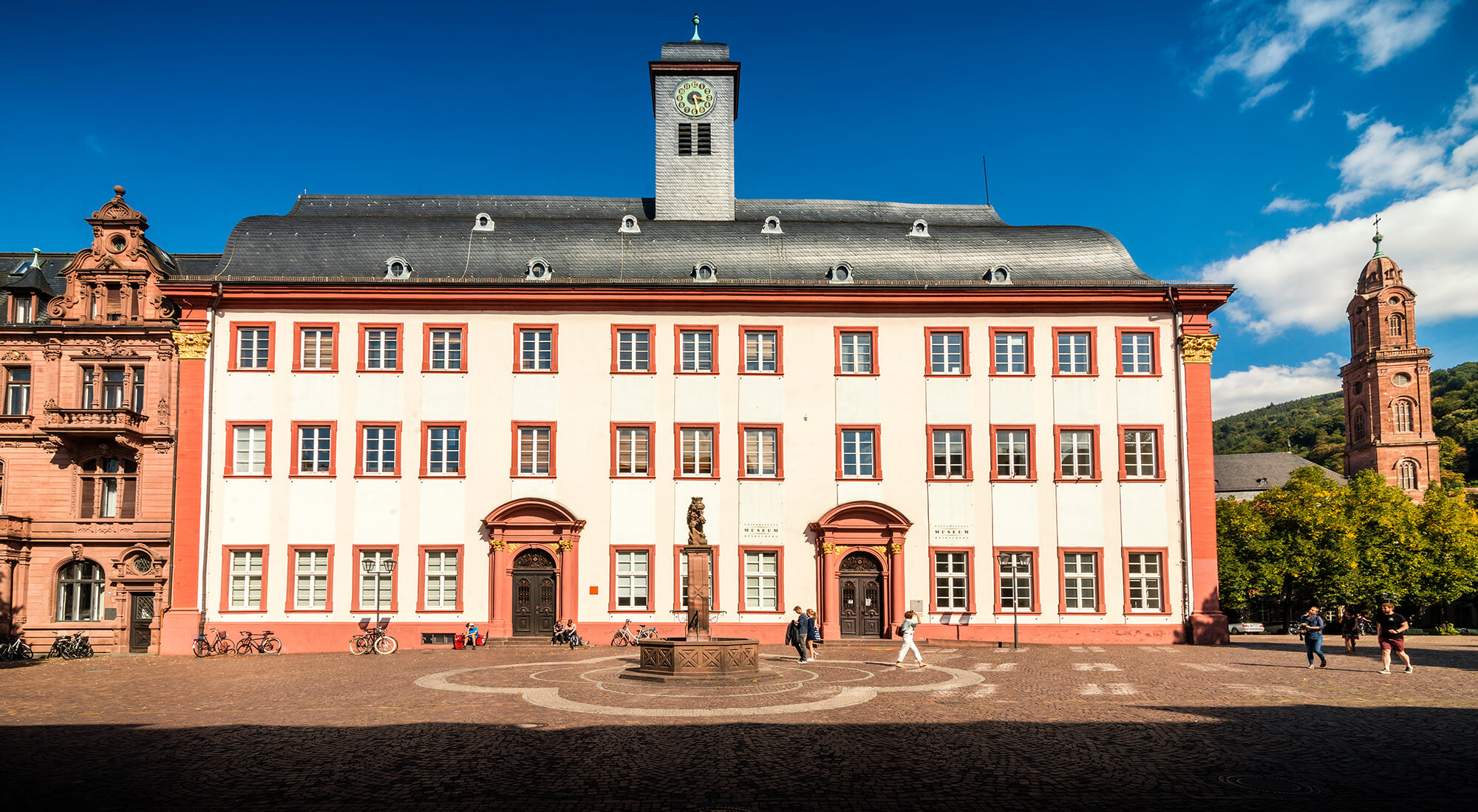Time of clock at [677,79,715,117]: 3:28
